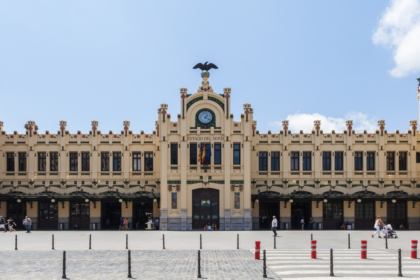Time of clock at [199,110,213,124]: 1:20
